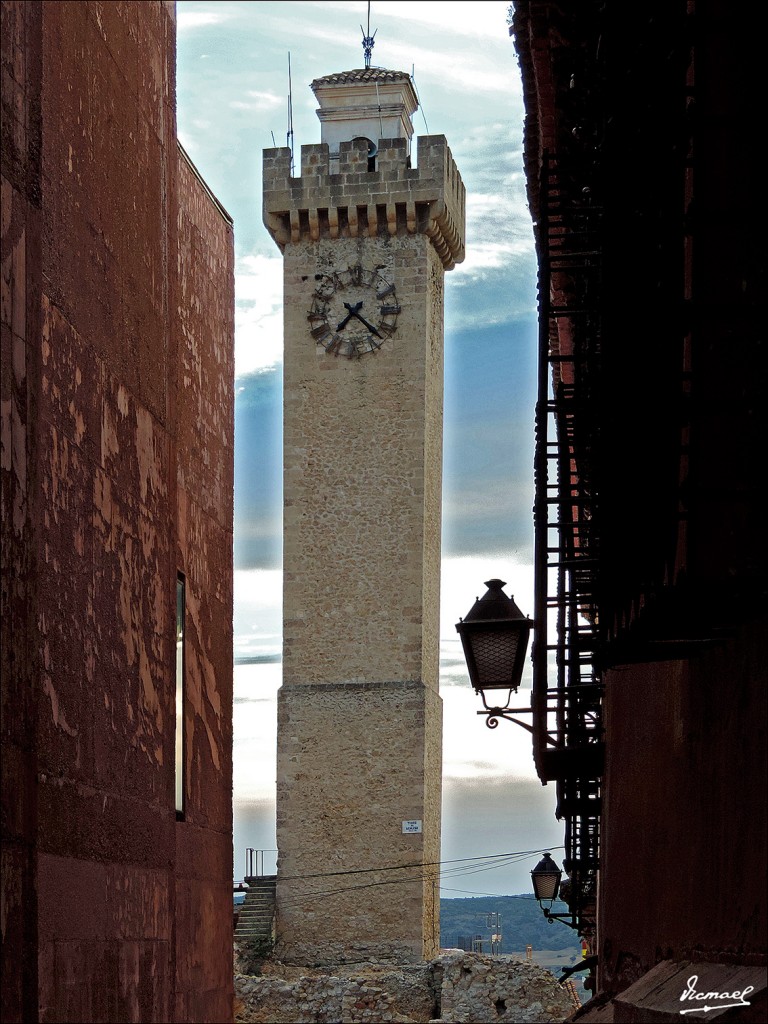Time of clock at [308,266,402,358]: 7:22
